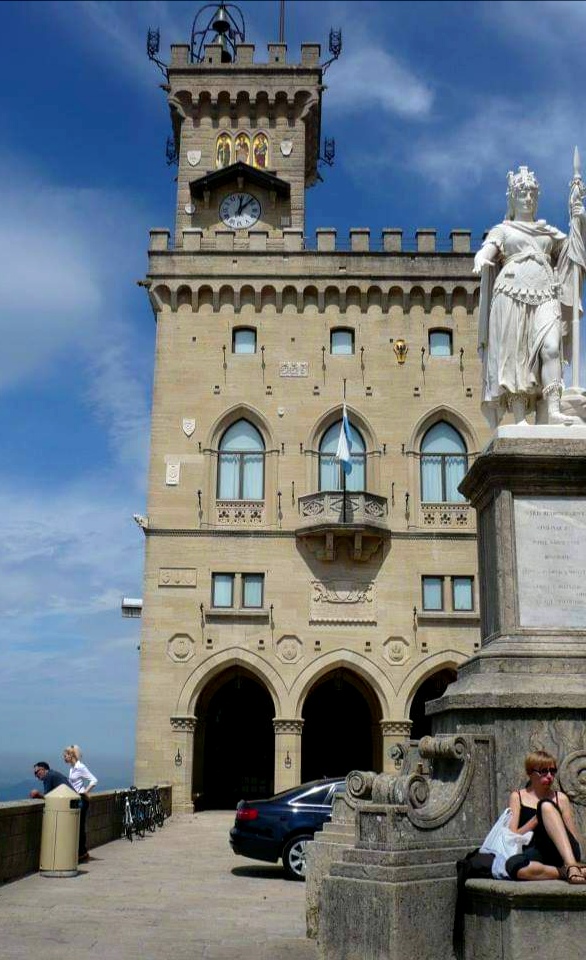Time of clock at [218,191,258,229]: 12:07
